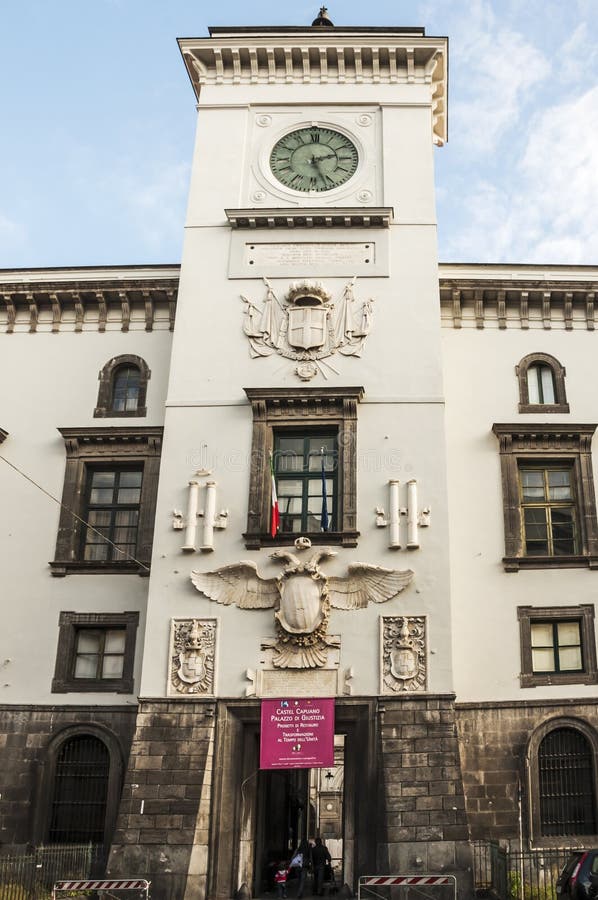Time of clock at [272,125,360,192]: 2:26
